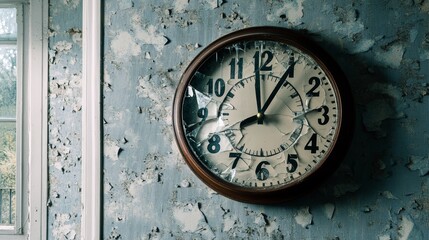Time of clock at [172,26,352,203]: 12:05
